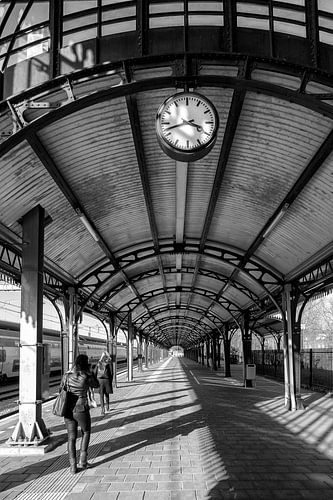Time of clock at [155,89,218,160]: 3:42
